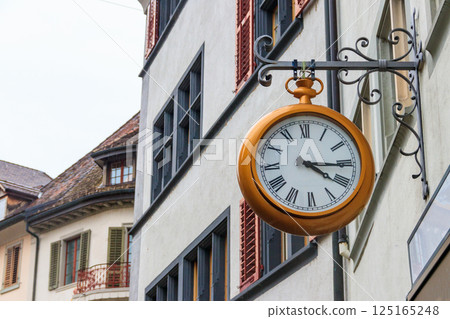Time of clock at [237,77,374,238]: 4:15
